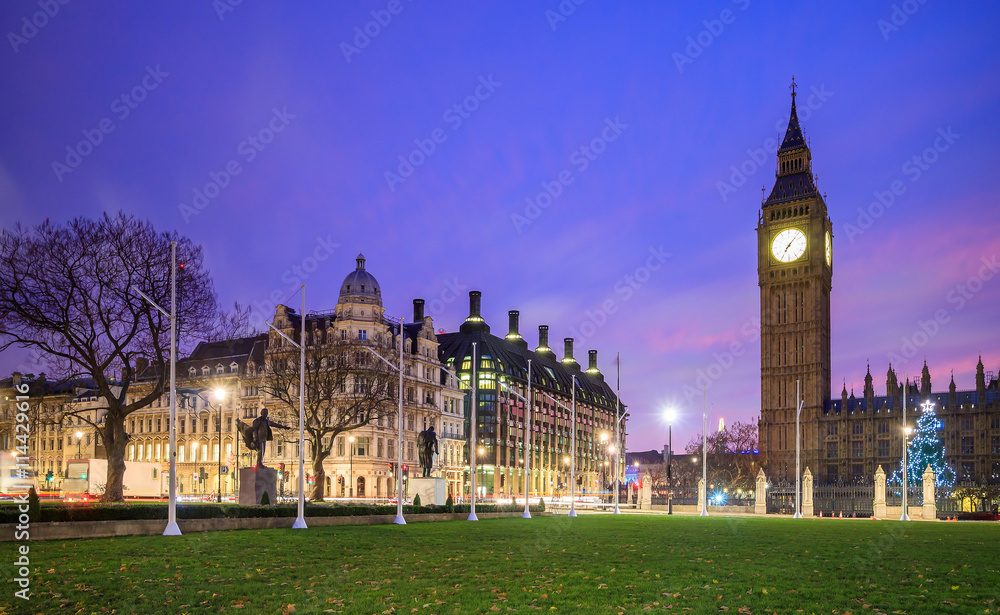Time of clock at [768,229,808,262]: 7:07
